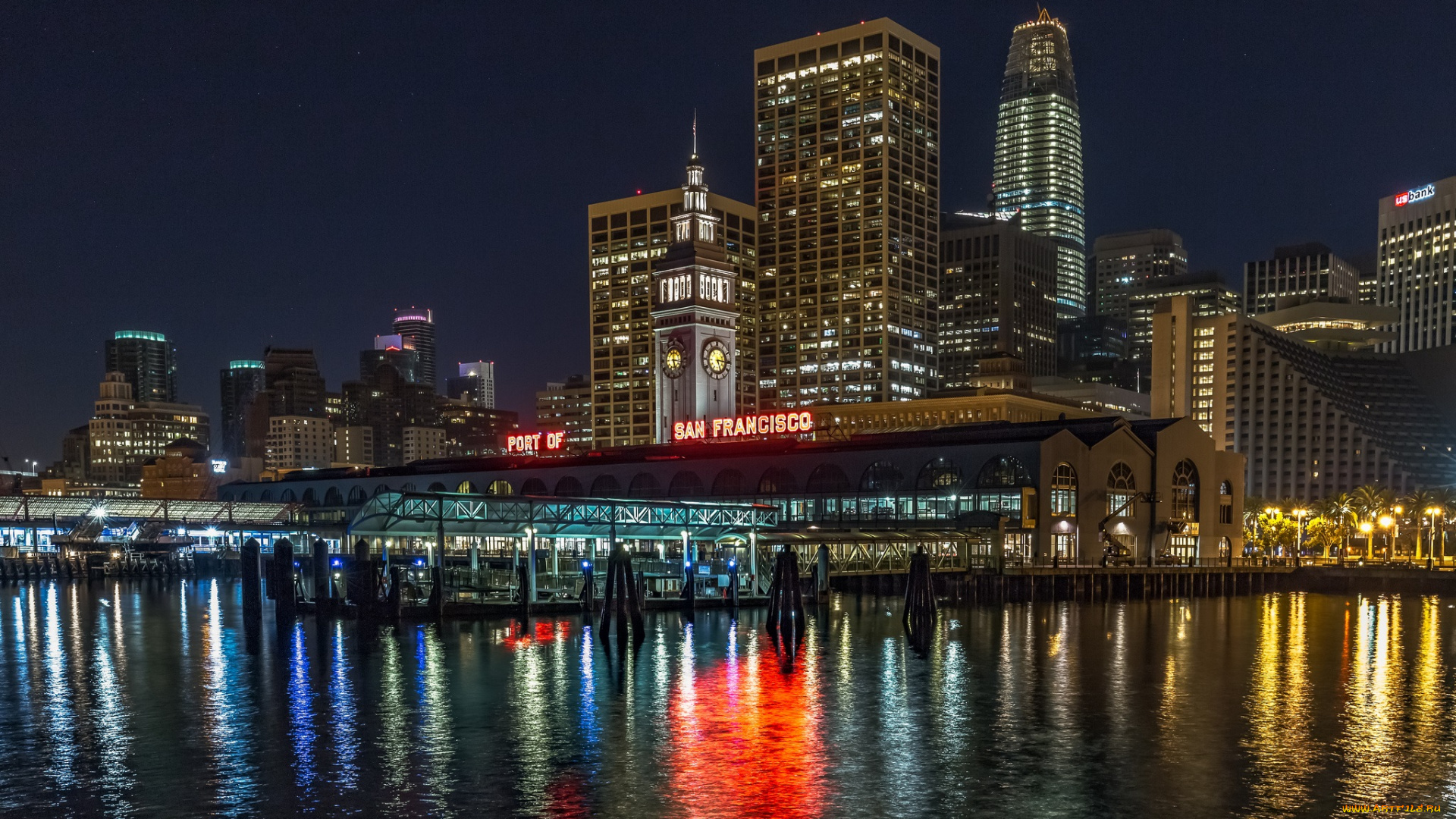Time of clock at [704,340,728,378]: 5:15
